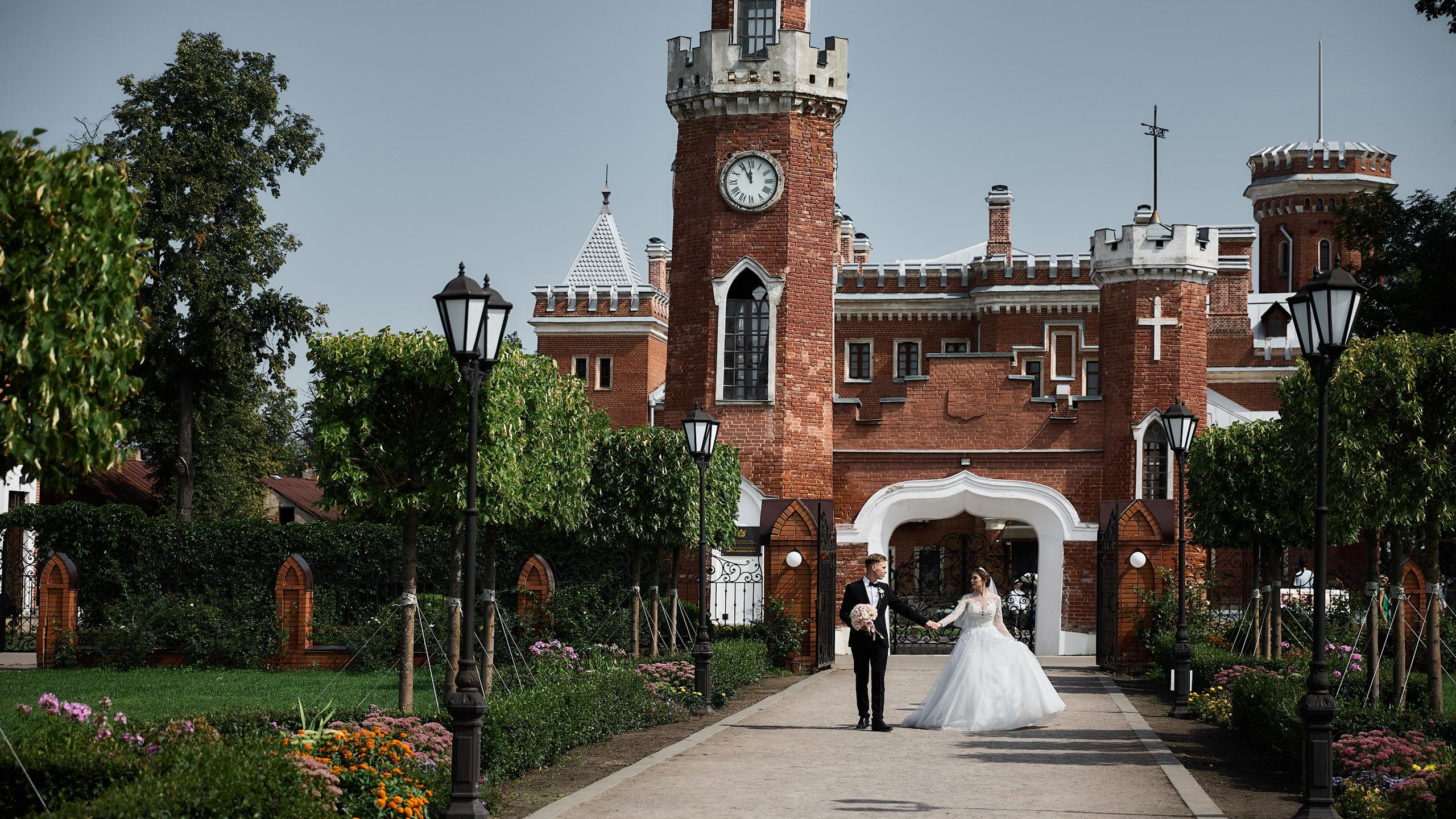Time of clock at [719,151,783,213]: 11:55
